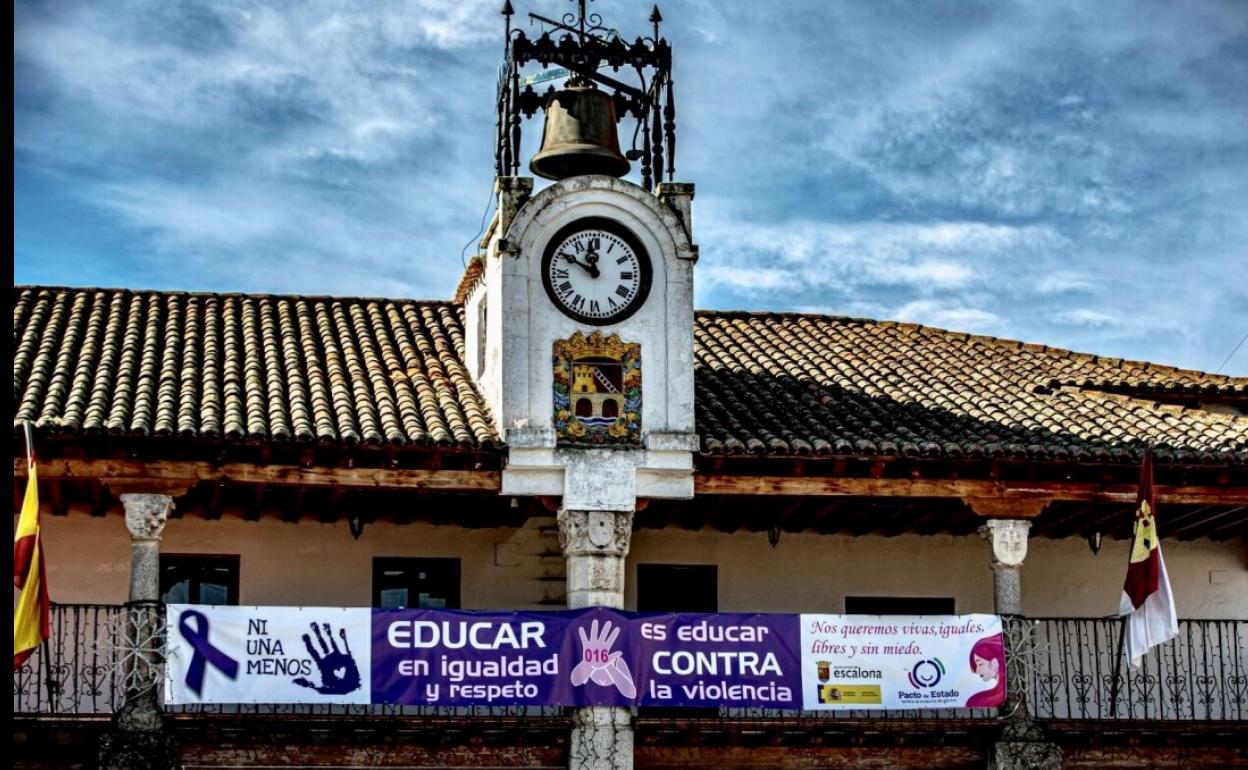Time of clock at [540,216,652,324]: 11:50
